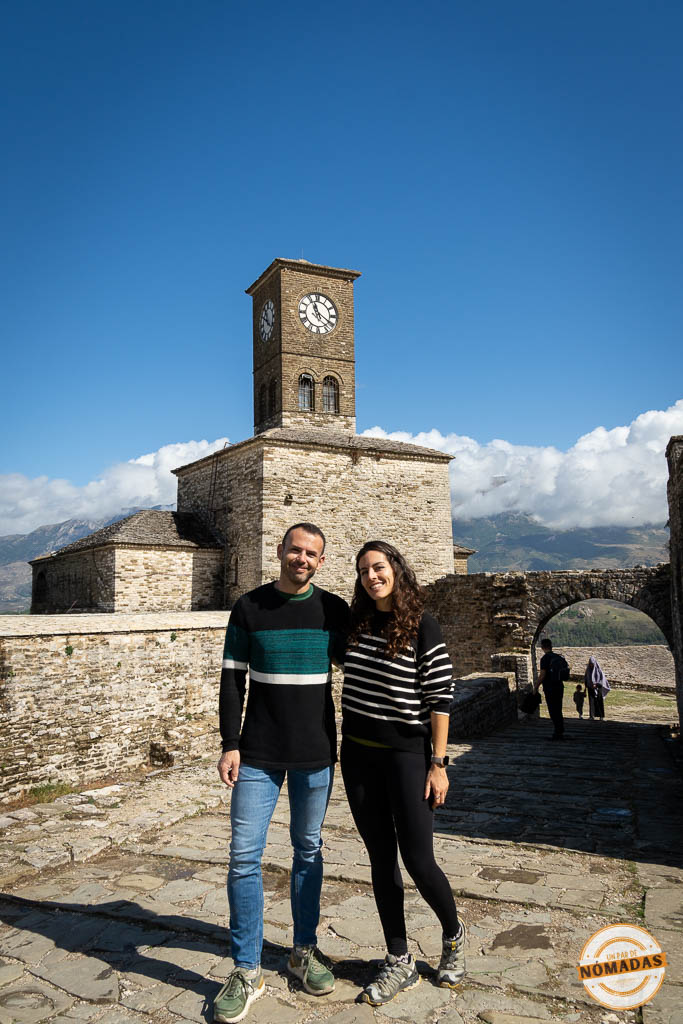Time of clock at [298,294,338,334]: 11:20
